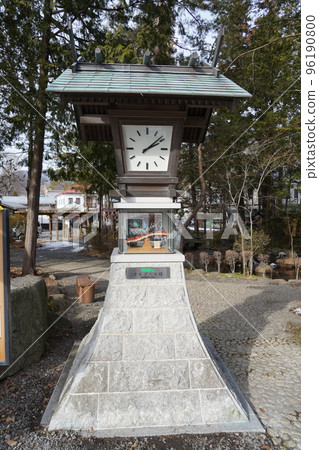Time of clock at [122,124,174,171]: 2:08
